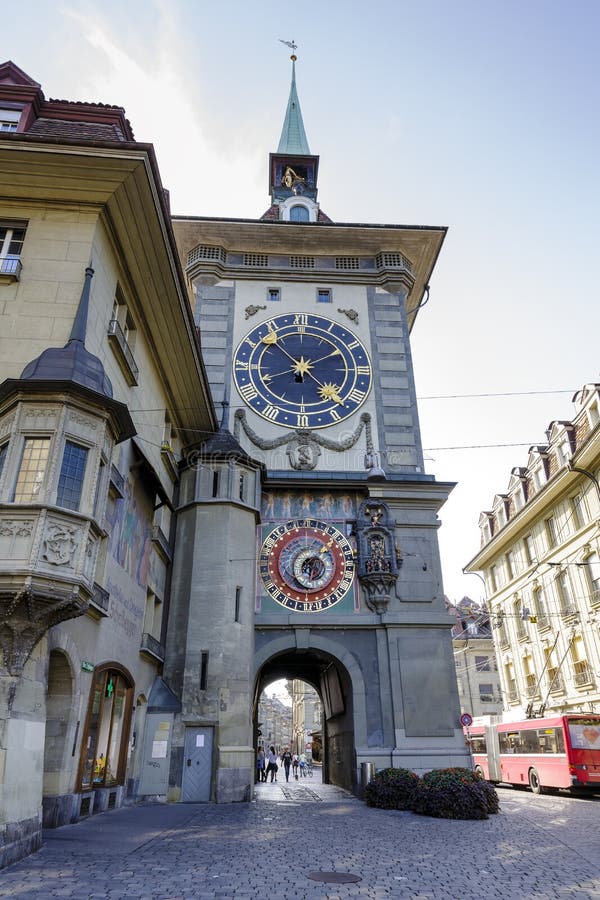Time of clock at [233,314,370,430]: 6:22
